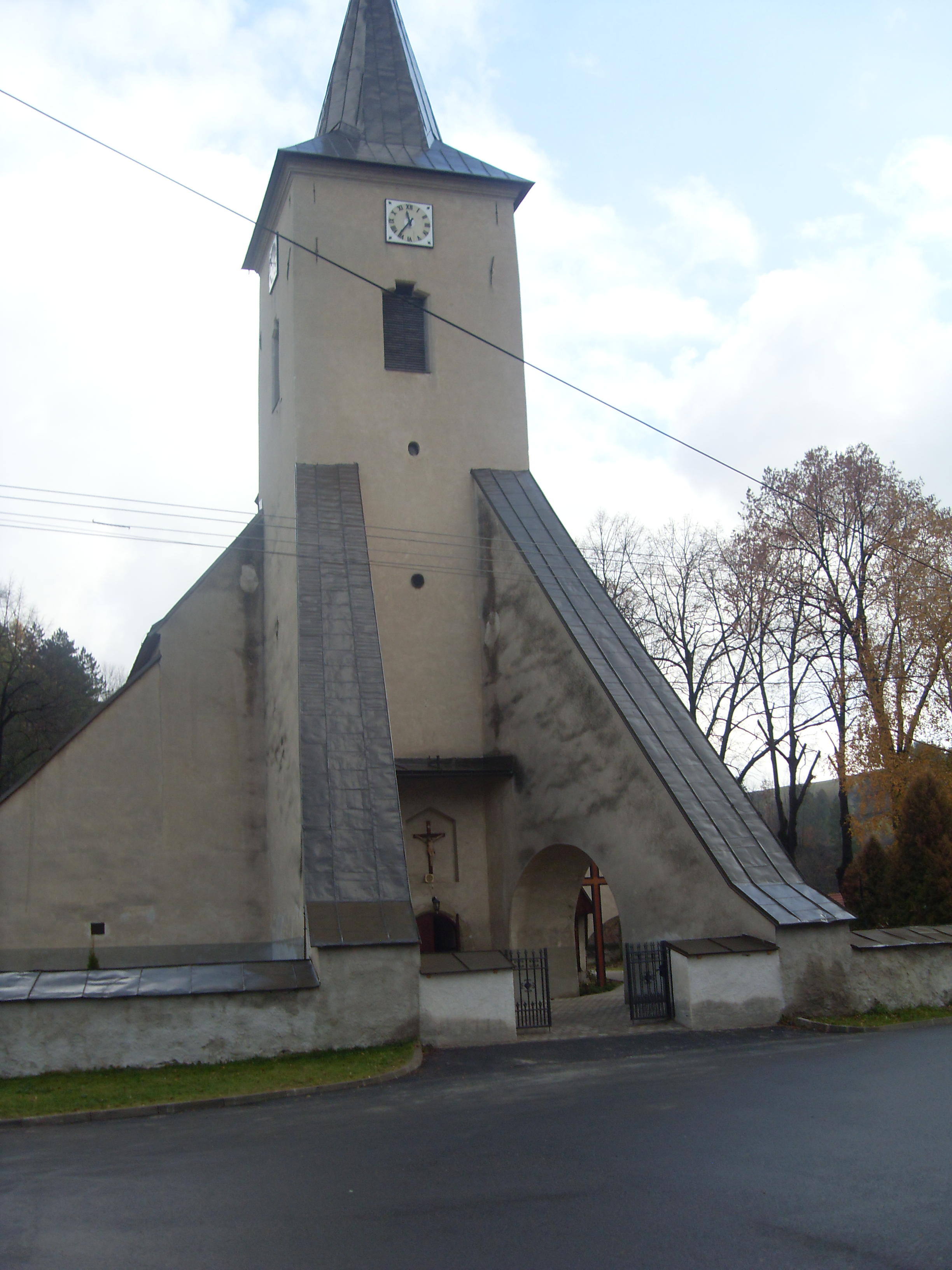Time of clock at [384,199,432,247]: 11:36
